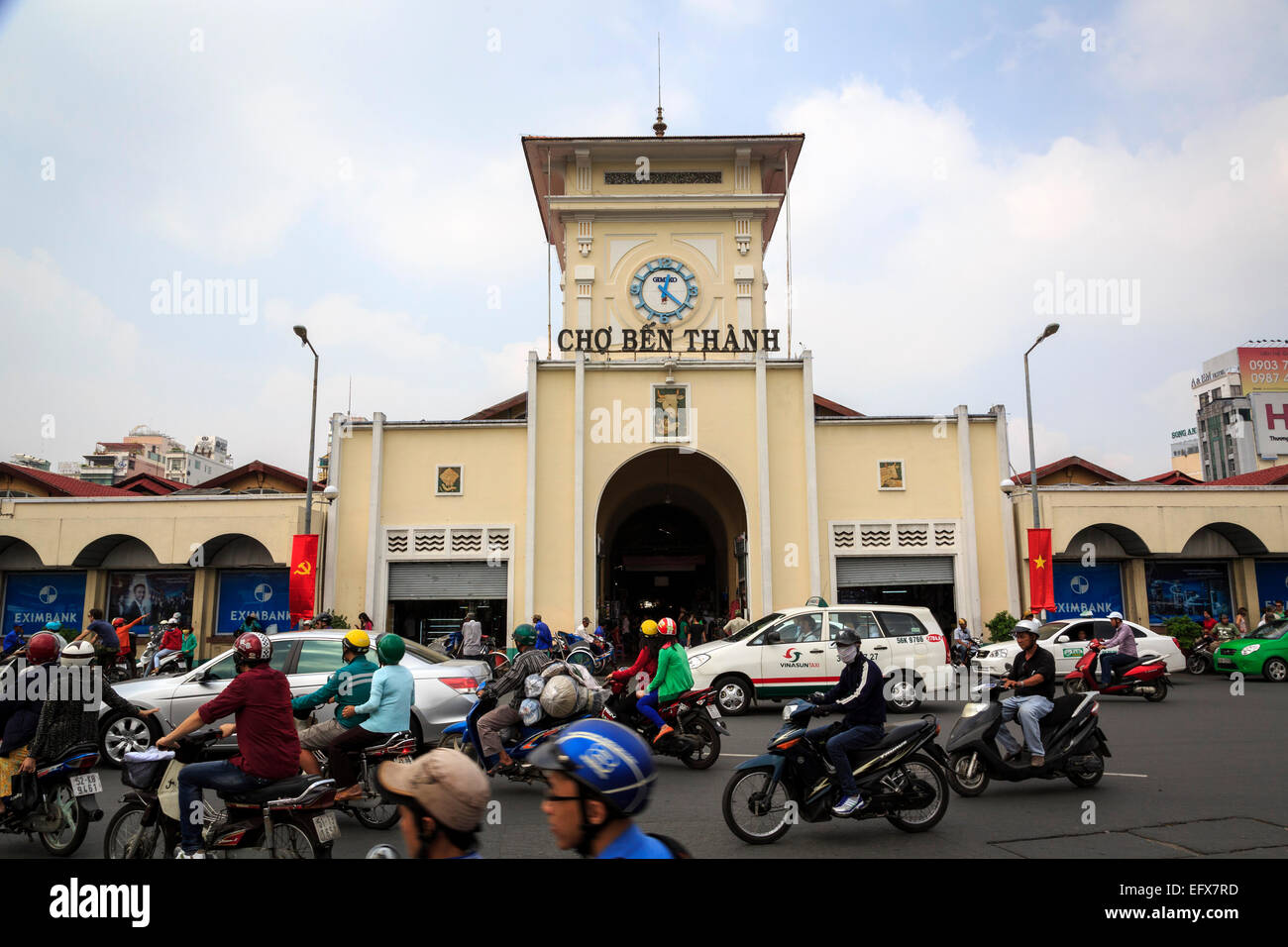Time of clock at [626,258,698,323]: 12:21
